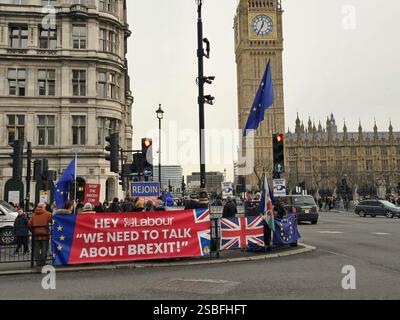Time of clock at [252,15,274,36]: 12:34
